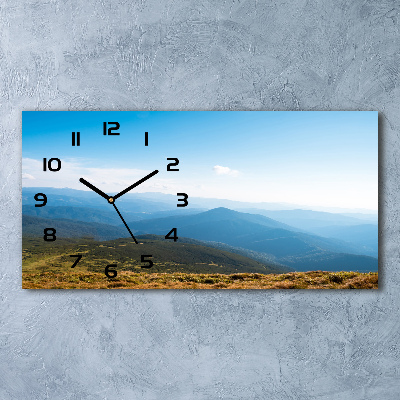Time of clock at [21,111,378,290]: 10:09
